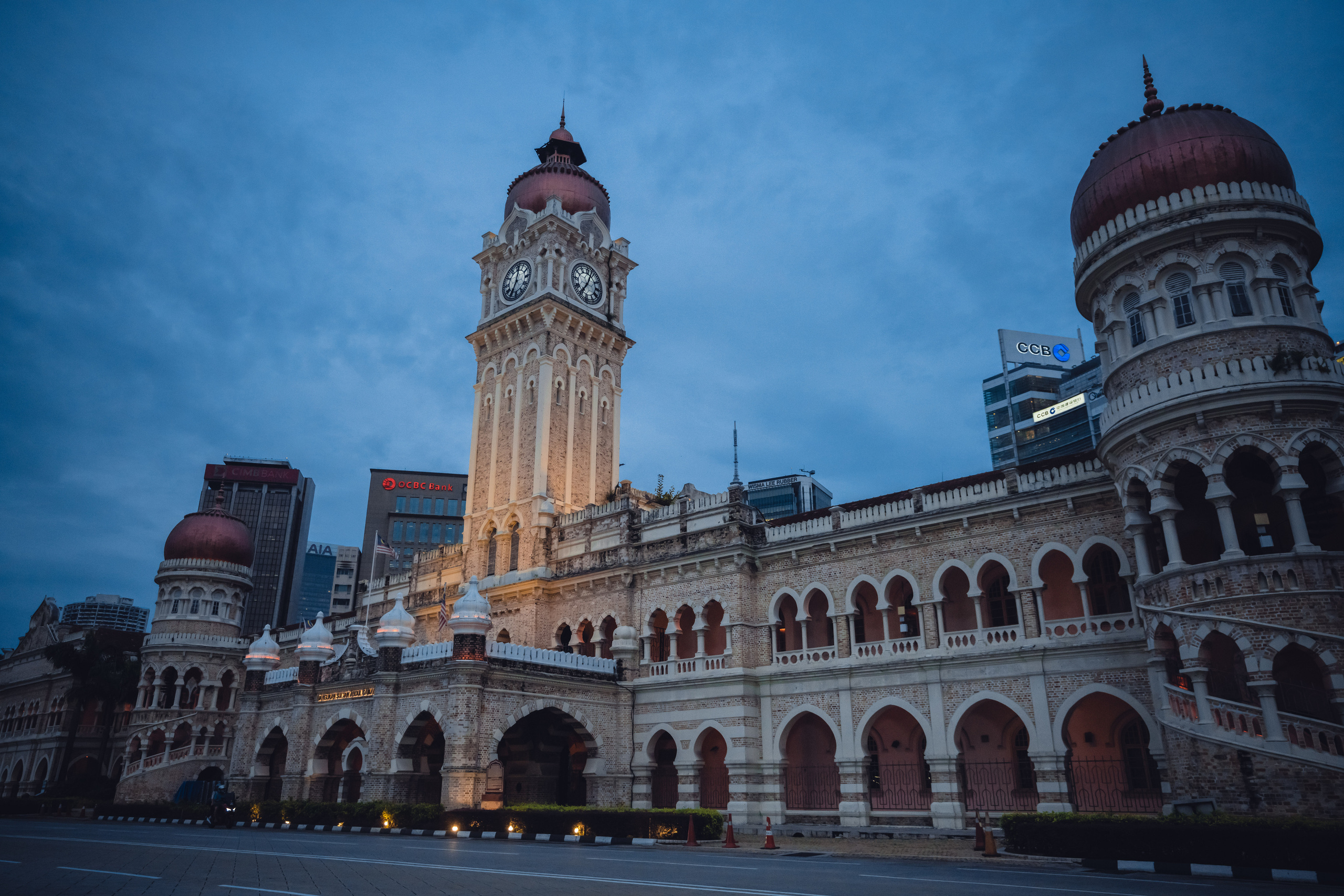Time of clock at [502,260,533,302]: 7:01
